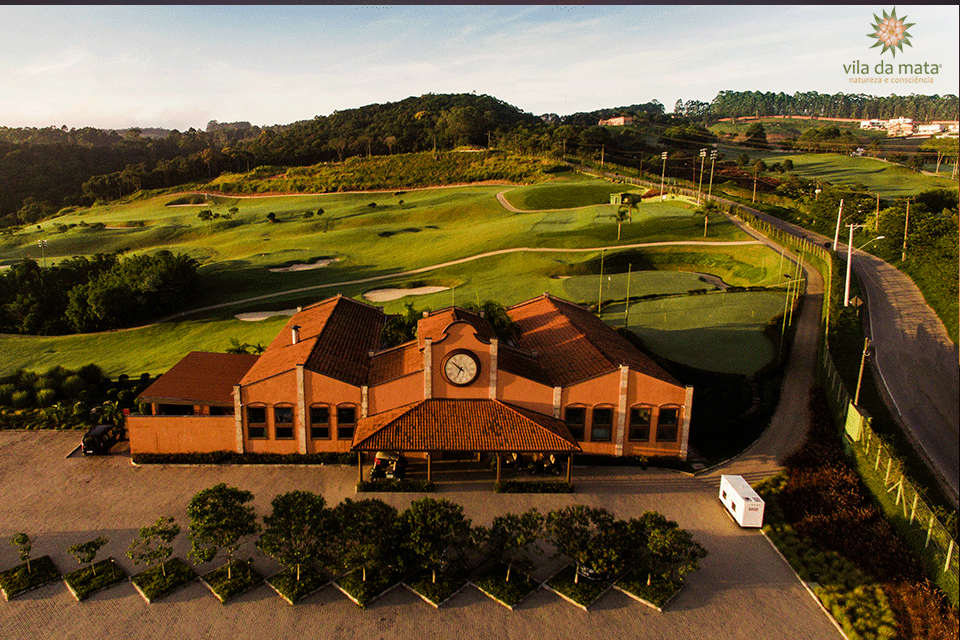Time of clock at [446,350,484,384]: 6:51
